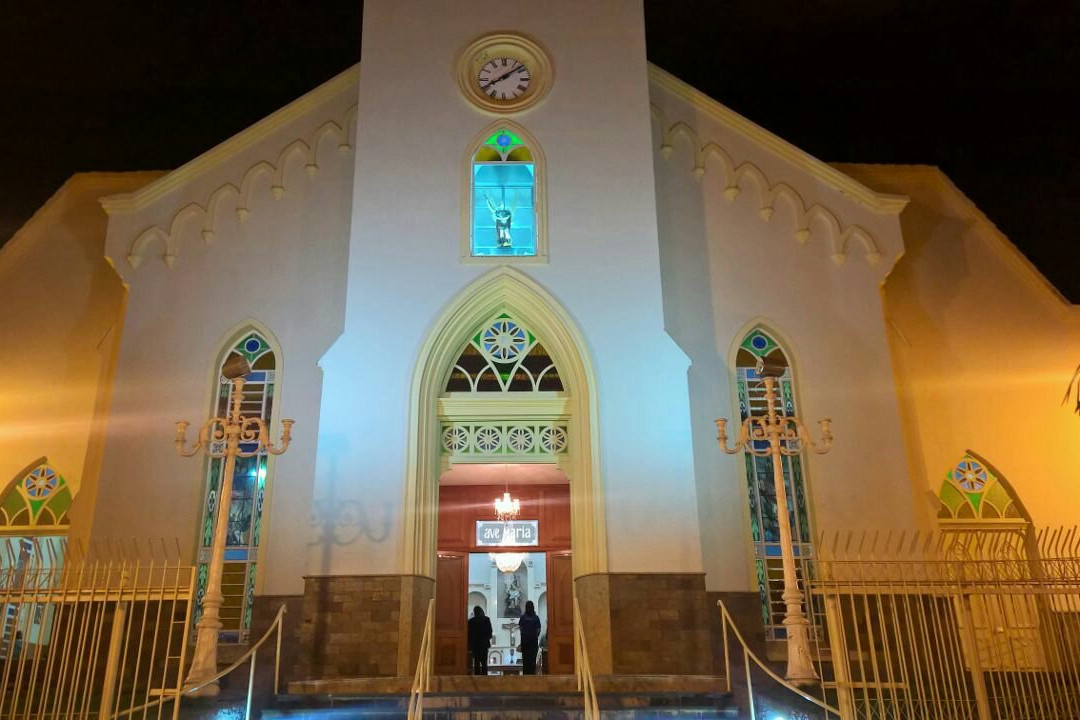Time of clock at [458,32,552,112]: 1:39
